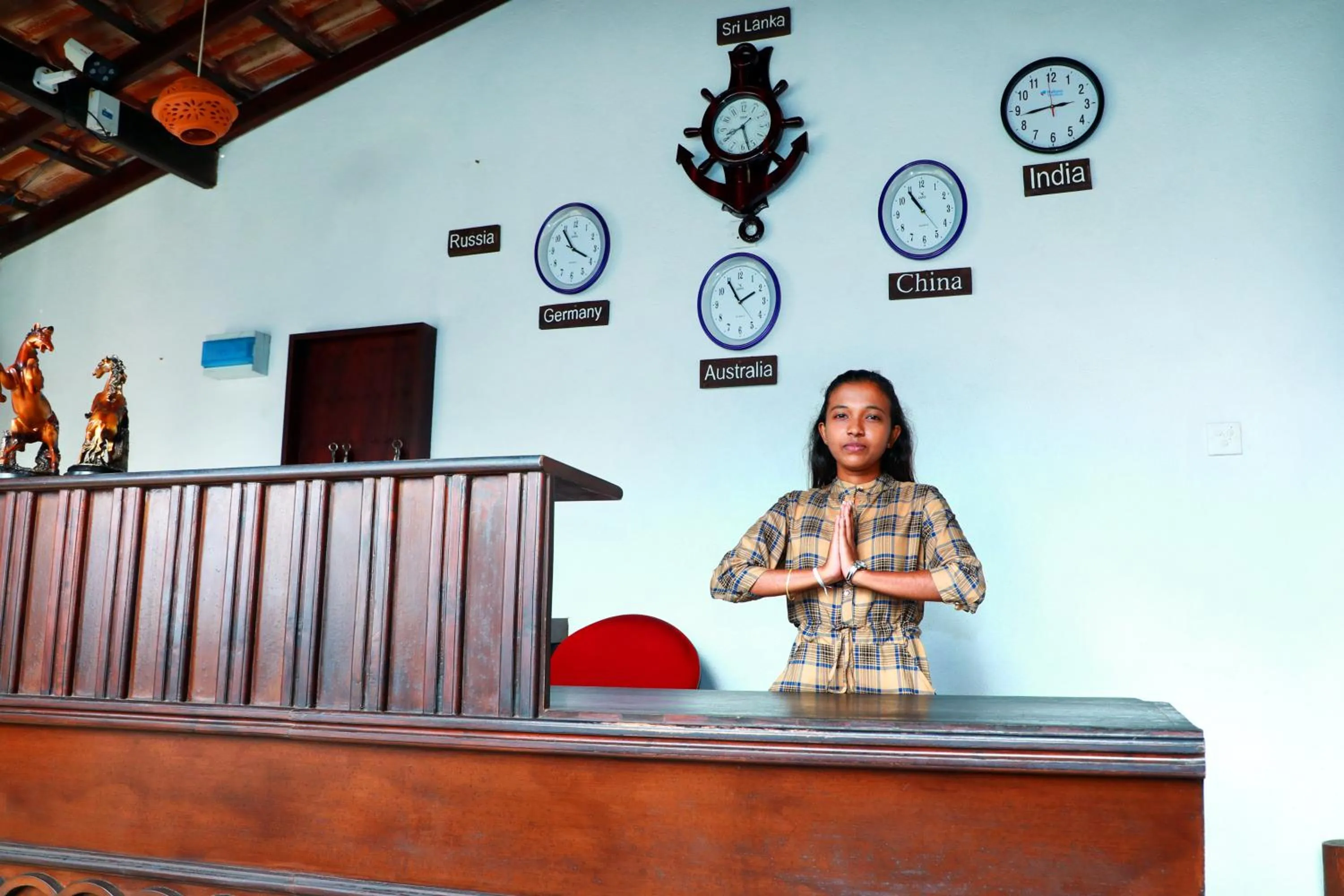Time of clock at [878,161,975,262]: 10:54
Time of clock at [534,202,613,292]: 3:54
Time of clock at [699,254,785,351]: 1:55
